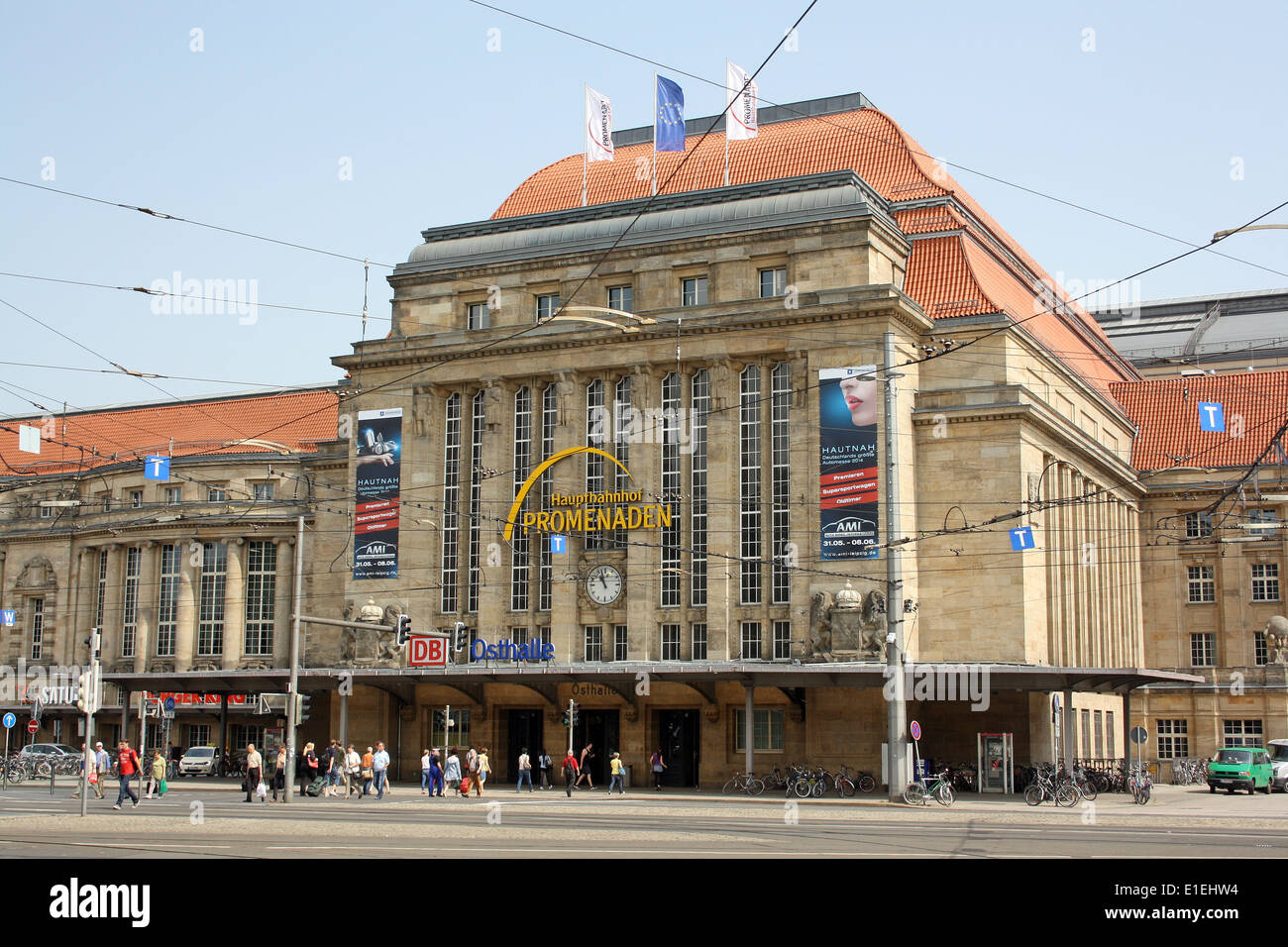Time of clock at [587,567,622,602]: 10:57
